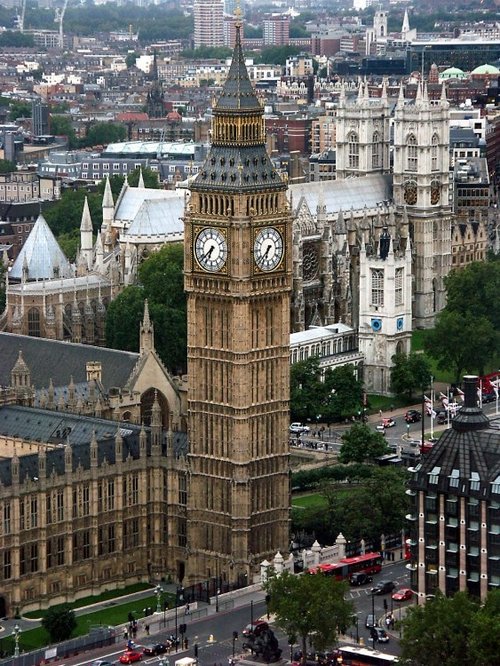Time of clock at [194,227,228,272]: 6:38
